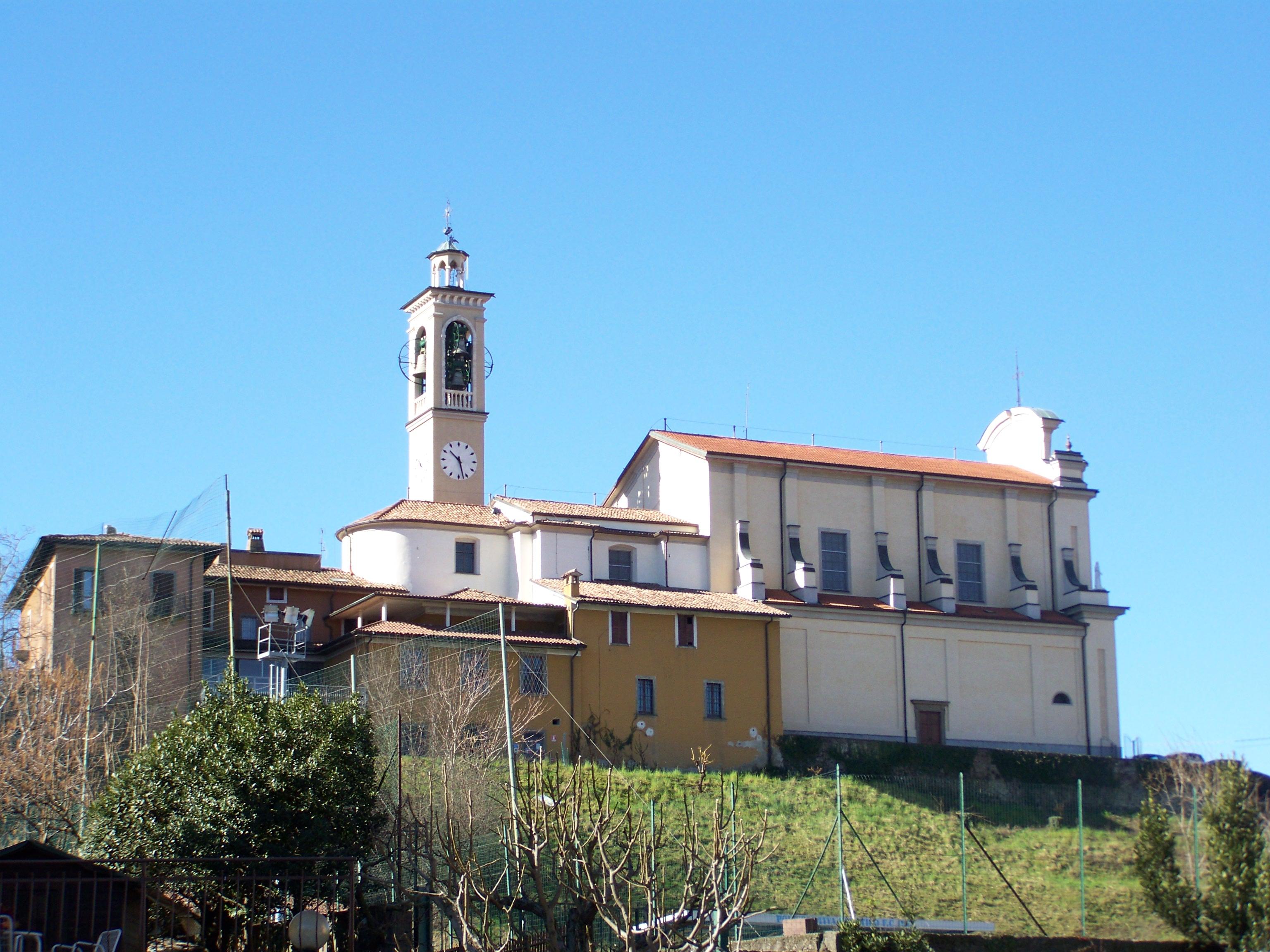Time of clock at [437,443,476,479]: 10:27
